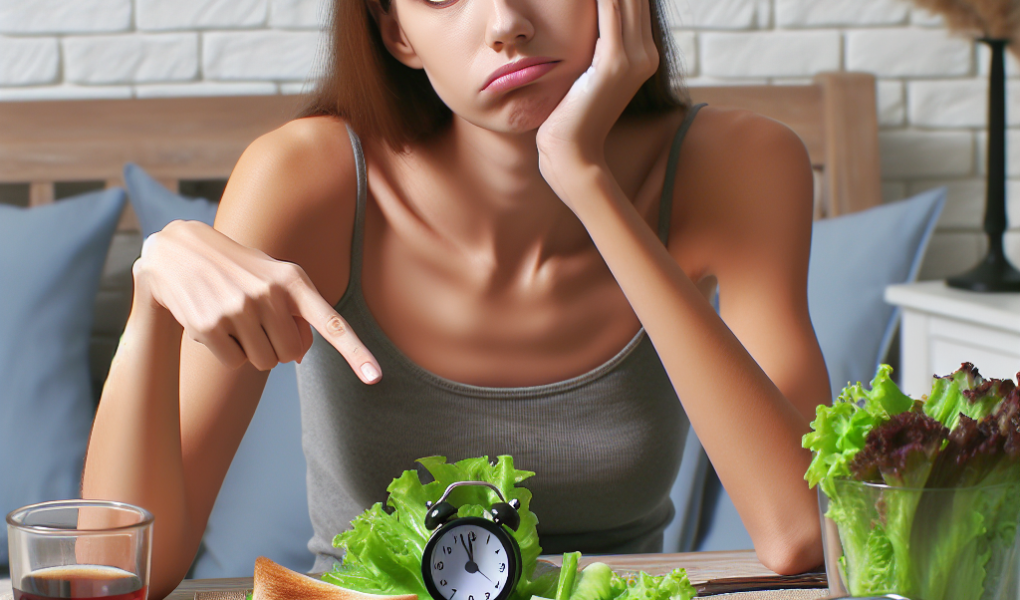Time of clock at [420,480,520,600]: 11:56
